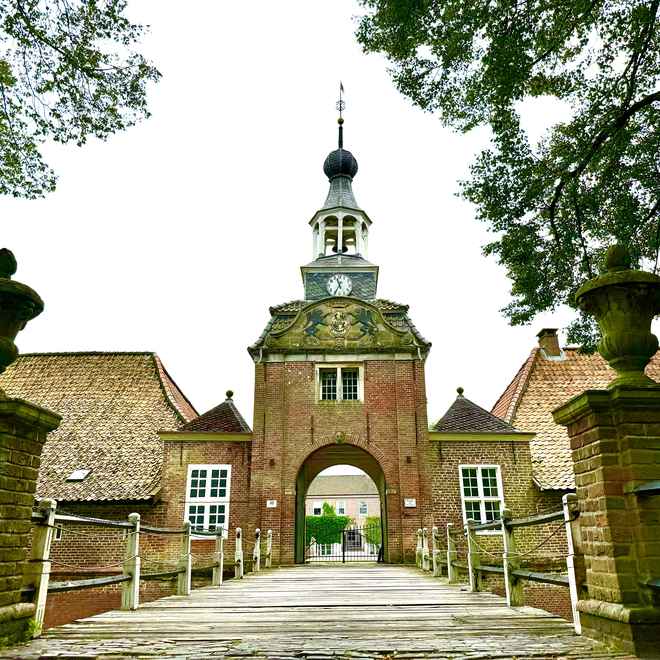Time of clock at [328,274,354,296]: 11:35
